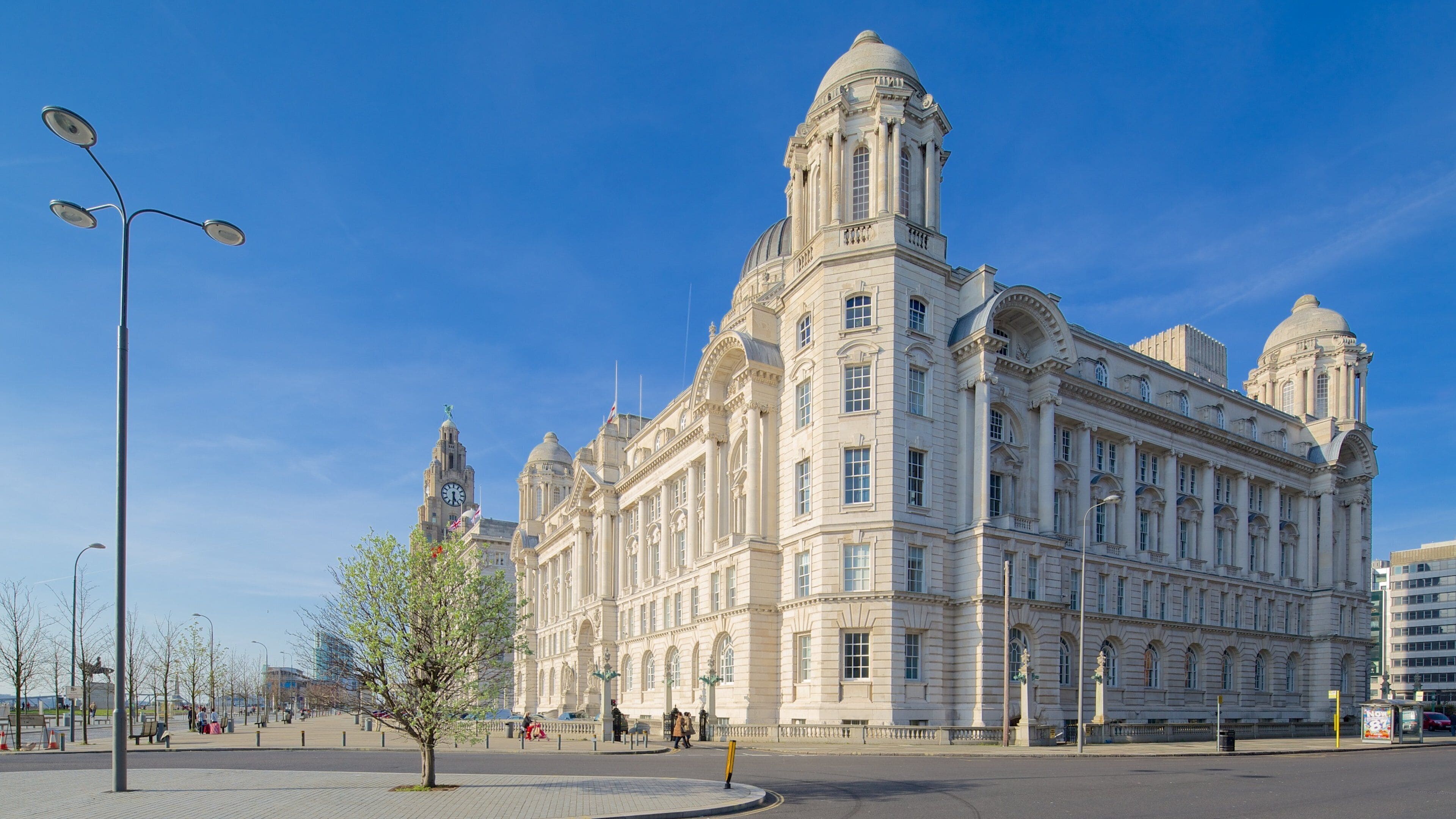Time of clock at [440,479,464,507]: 5:30
